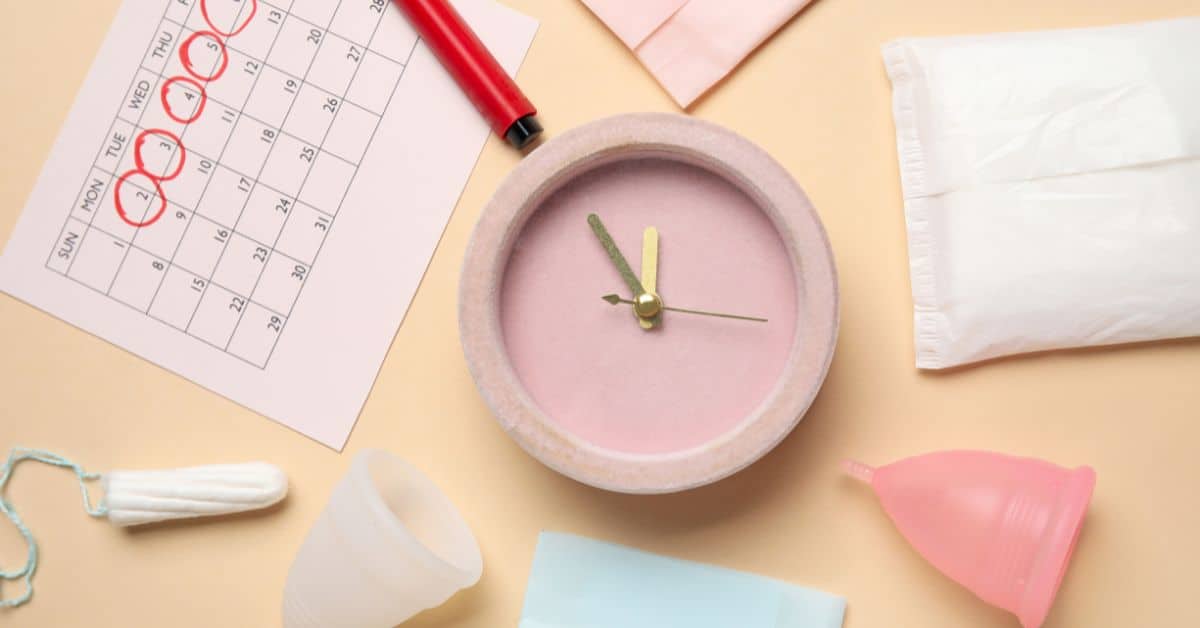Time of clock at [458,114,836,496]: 11:54
